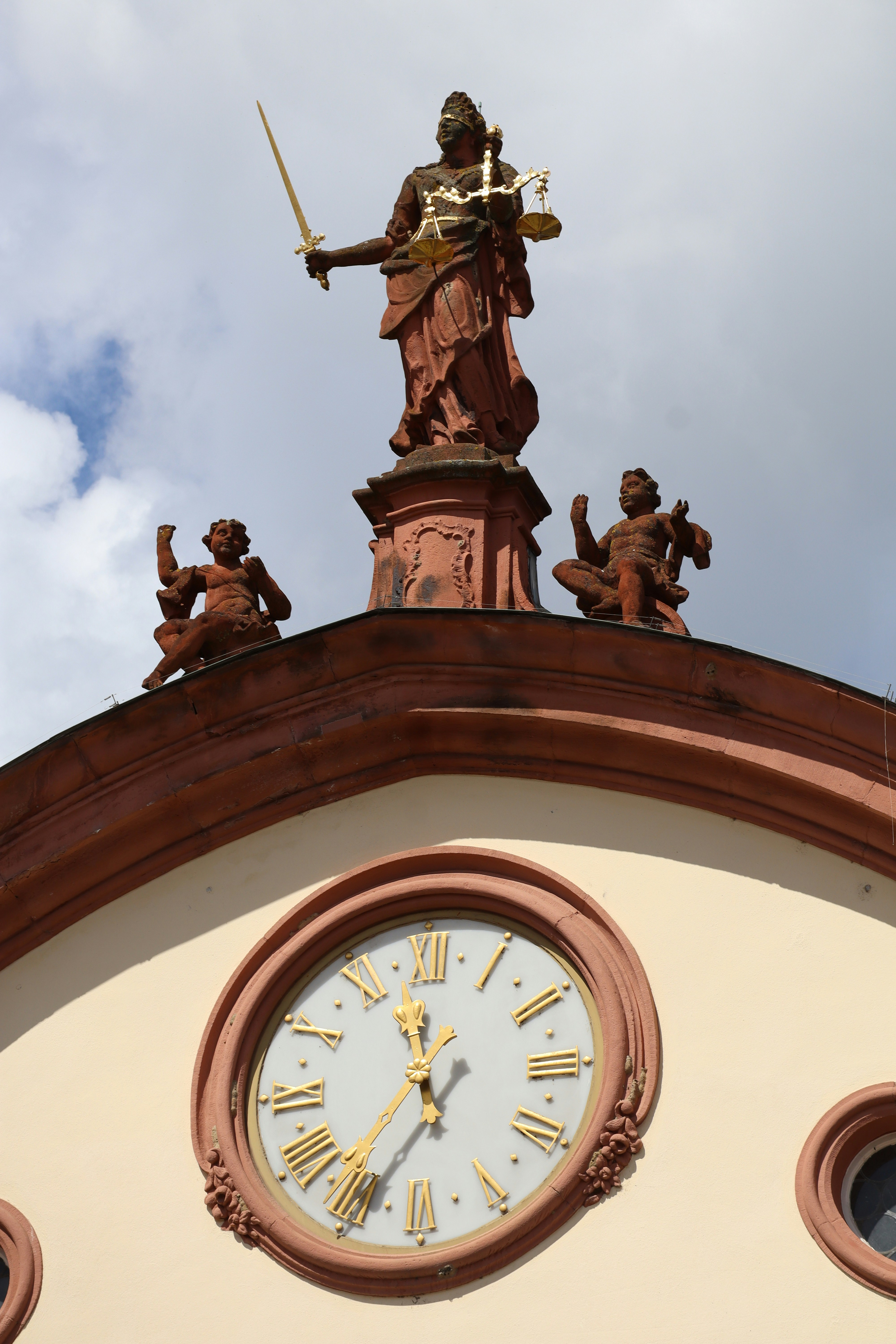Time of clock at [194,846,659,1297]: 11:35
